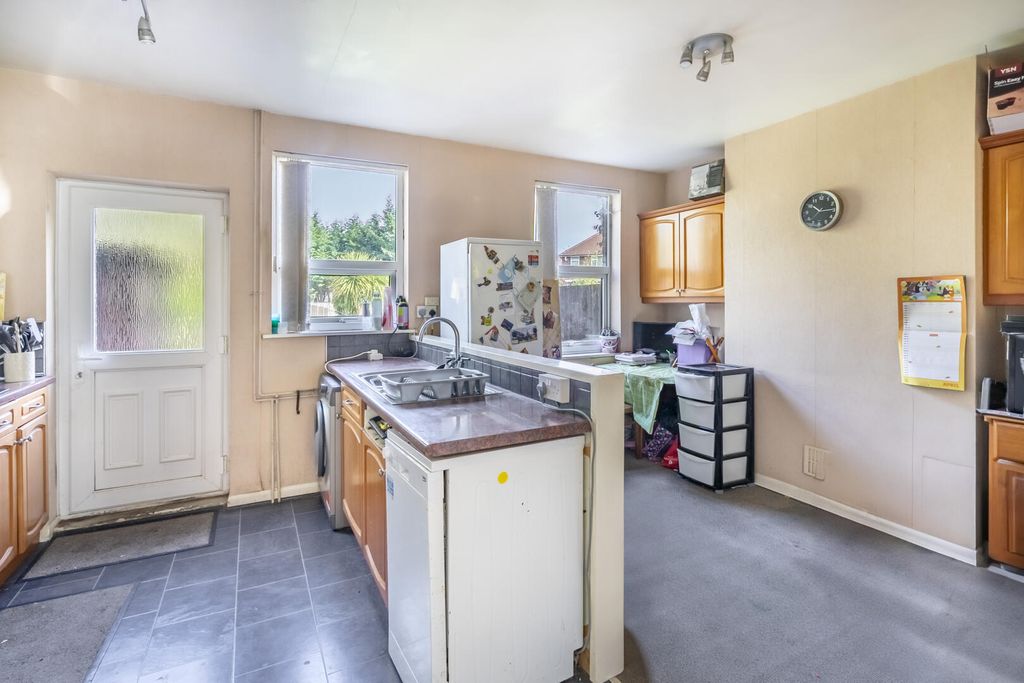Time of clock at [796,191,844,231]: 10:14
